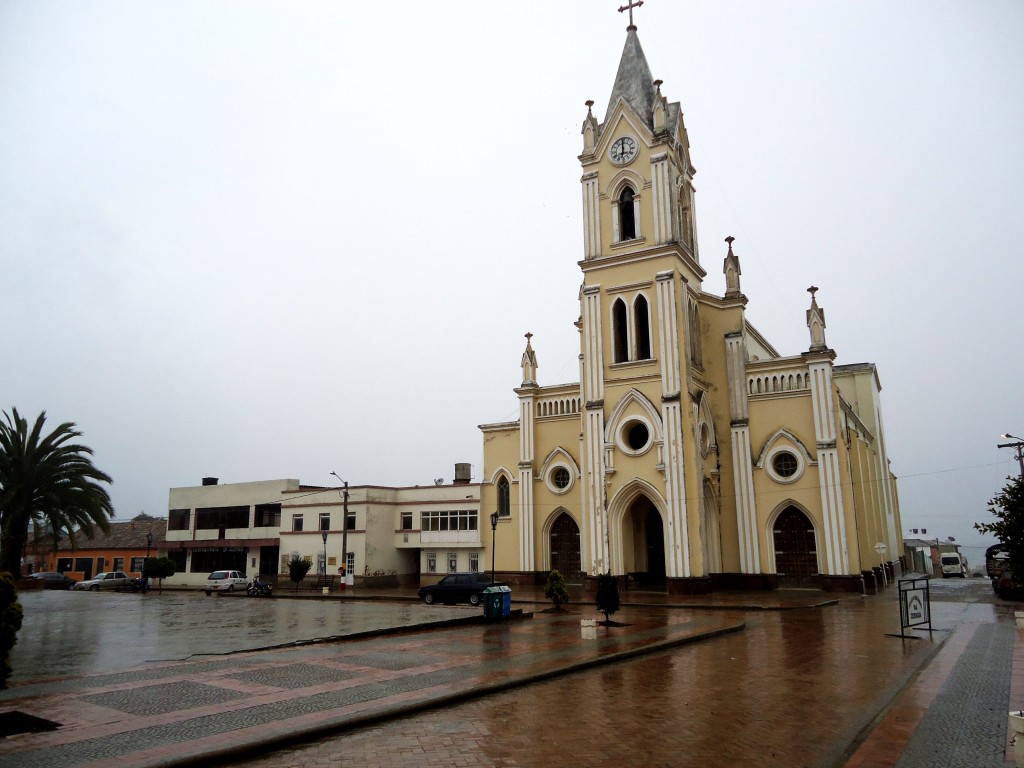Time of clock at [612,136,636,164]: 5:59
